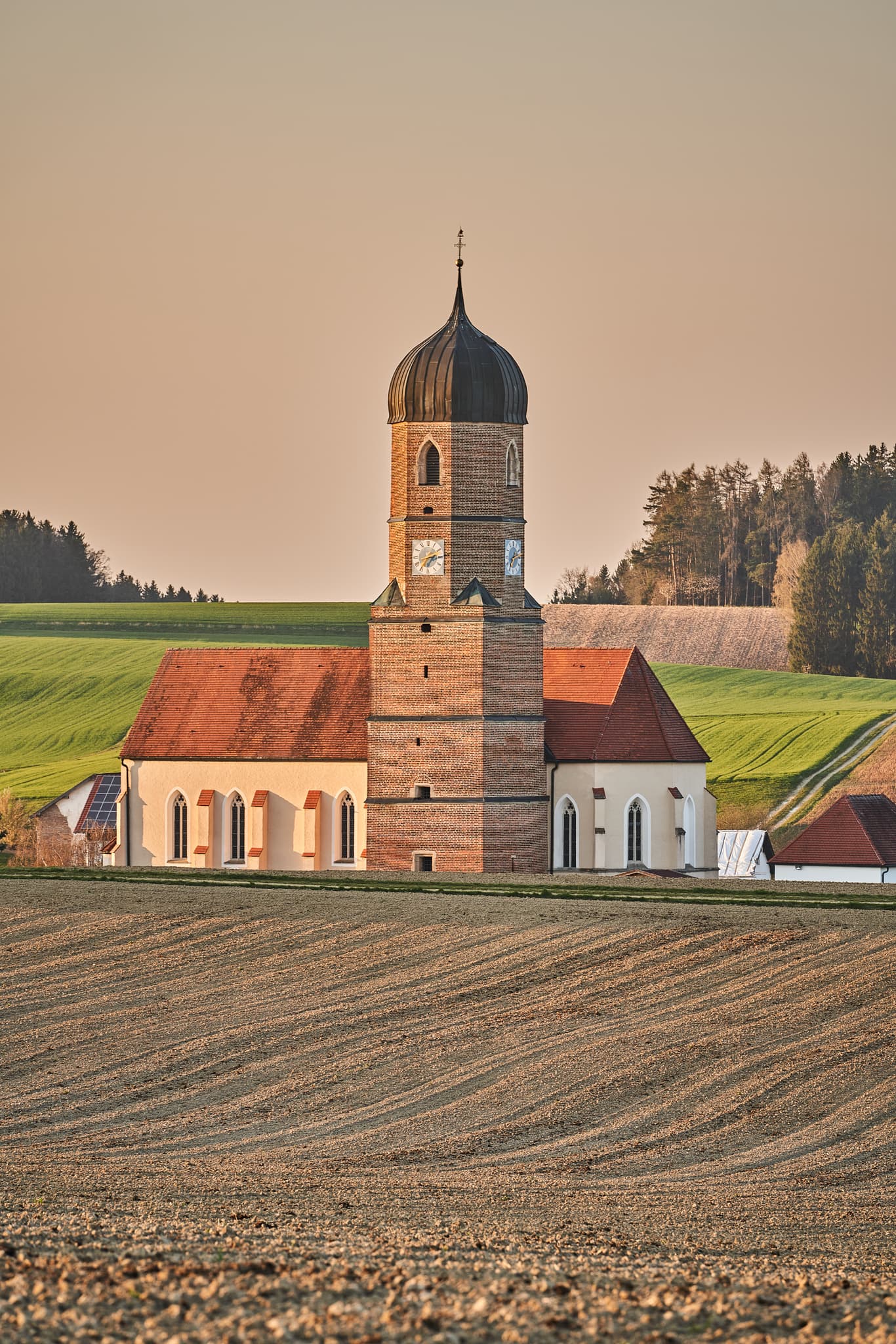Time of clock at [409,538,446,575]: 2:36
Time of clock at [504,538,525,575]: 7:12
